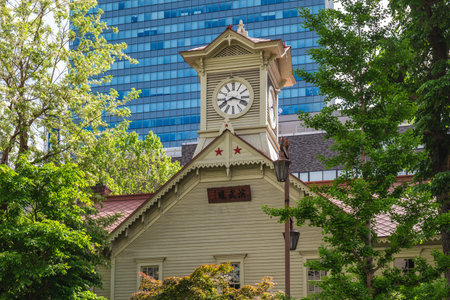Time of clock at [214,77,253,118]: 8:18
